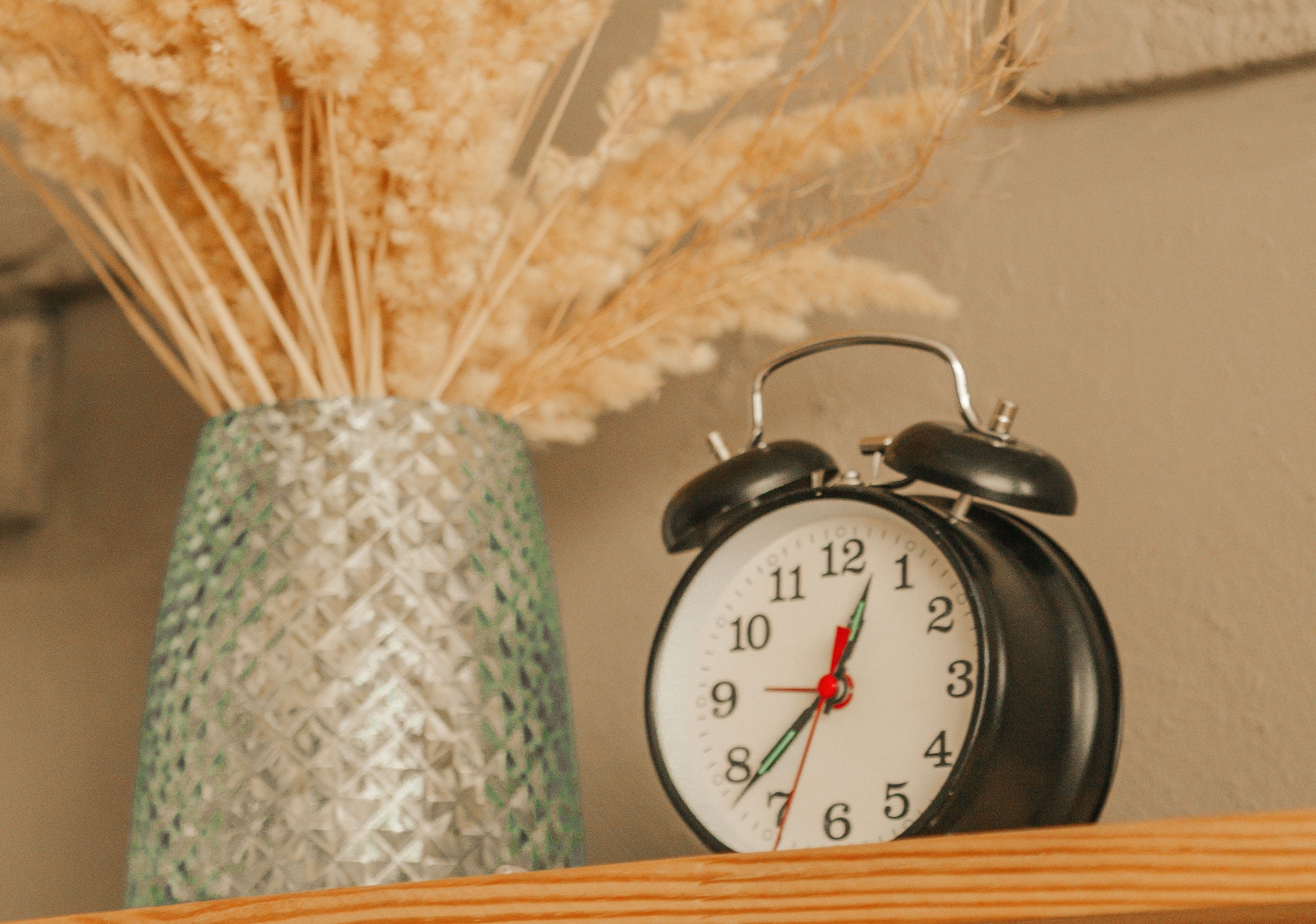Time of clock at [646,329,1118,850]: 12:37
